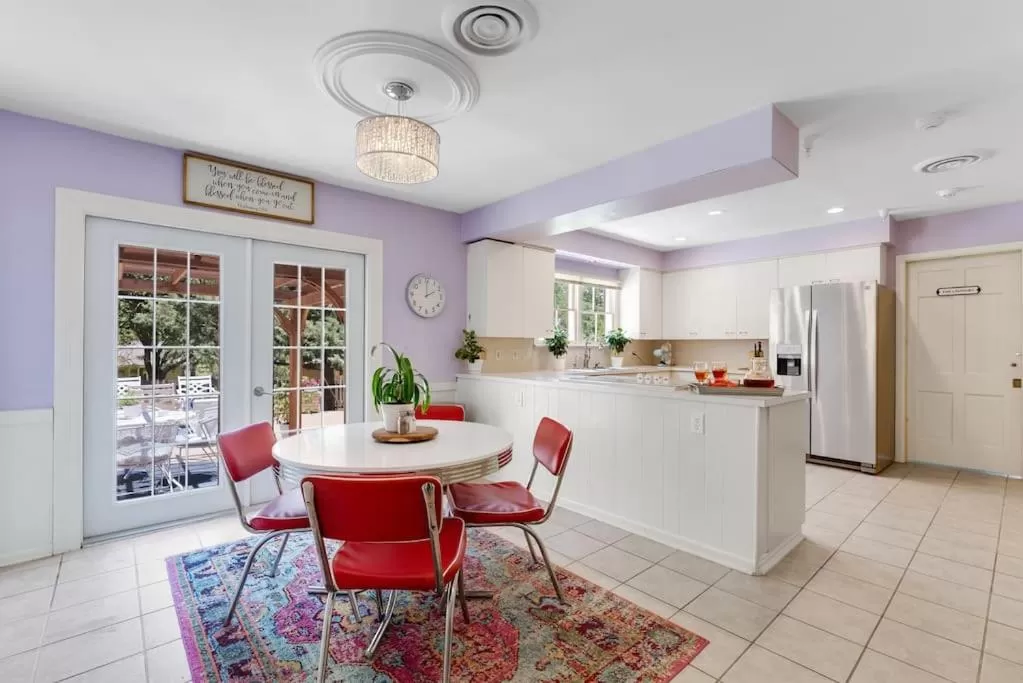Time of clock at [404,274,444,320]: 1:59
